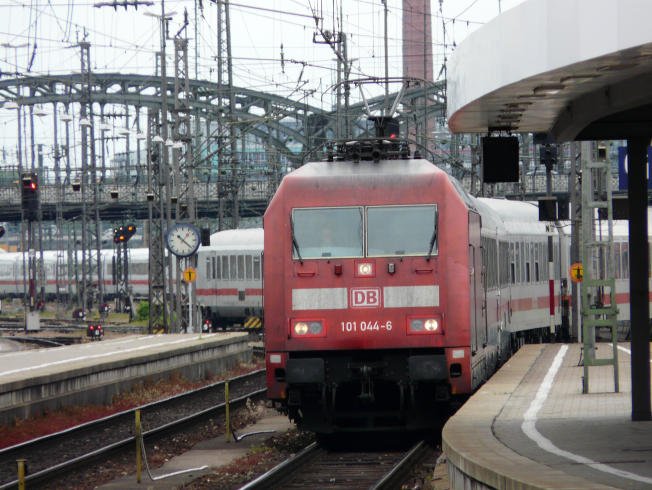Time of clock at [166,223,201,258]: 1:21
